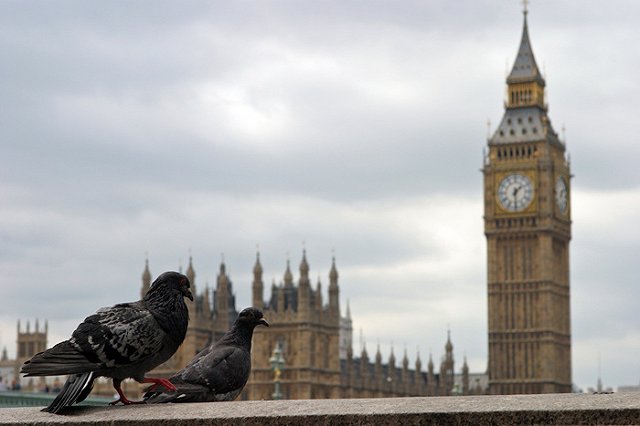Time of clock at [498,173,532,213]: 1:29
